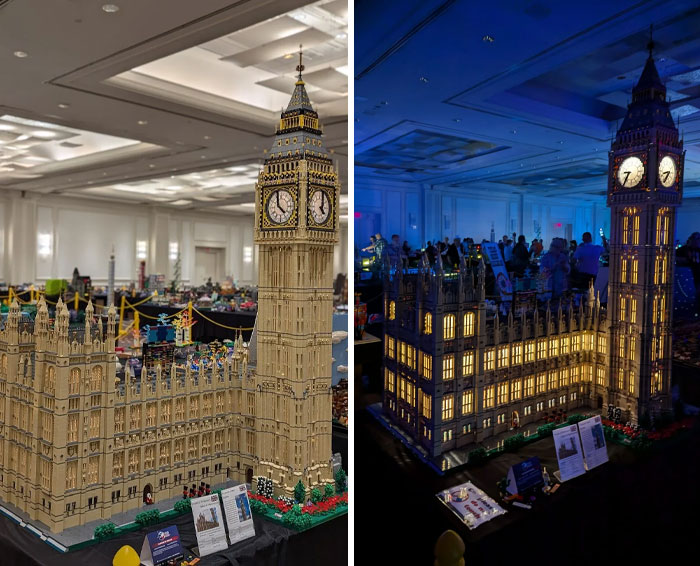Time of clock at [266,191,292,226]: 3:58
